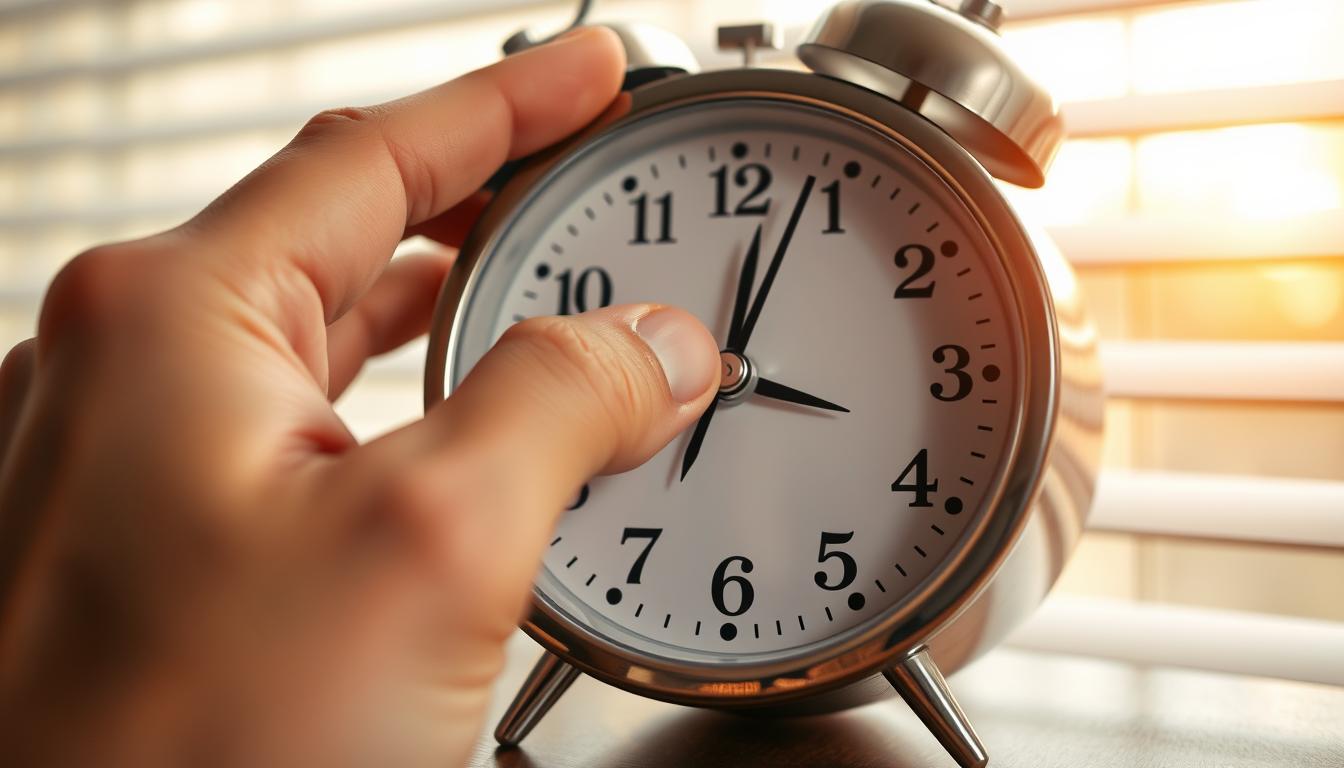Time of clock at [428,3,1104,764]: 12:03
